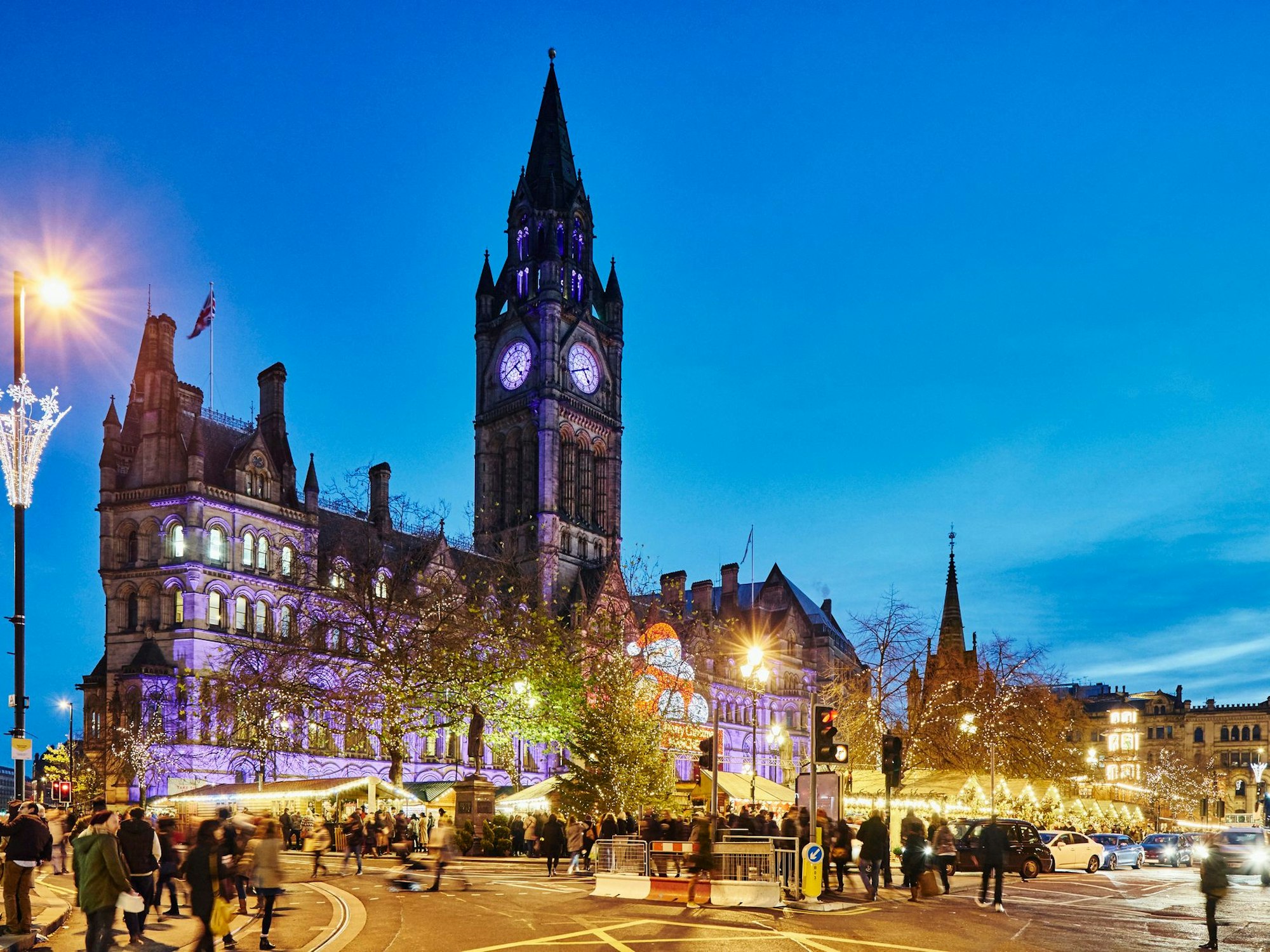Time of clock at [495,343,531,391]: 4:40
